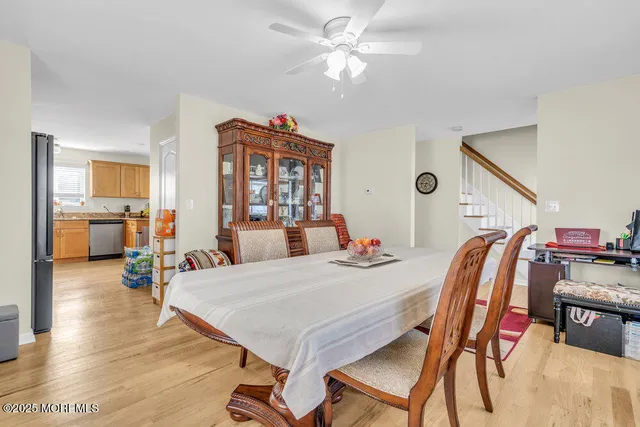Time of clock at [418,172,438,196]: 6:45
